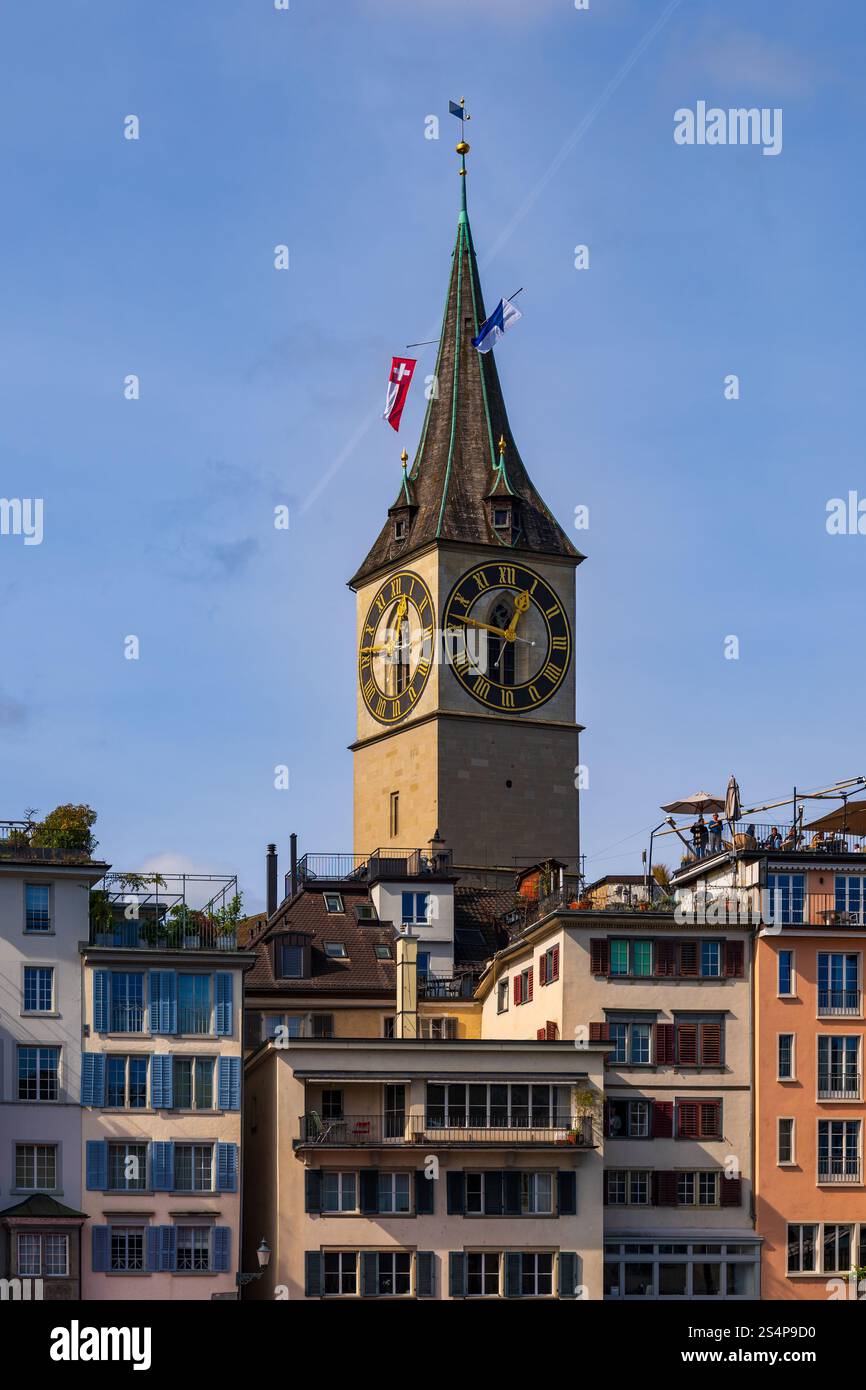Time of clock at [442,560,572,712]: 12:46
